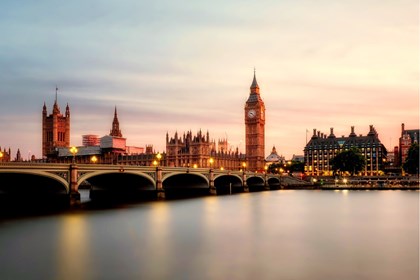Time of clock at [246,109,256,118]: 9:22
